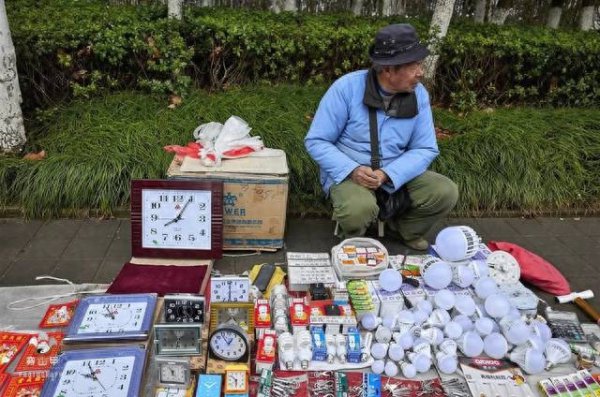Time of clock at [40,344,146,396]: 9:55
